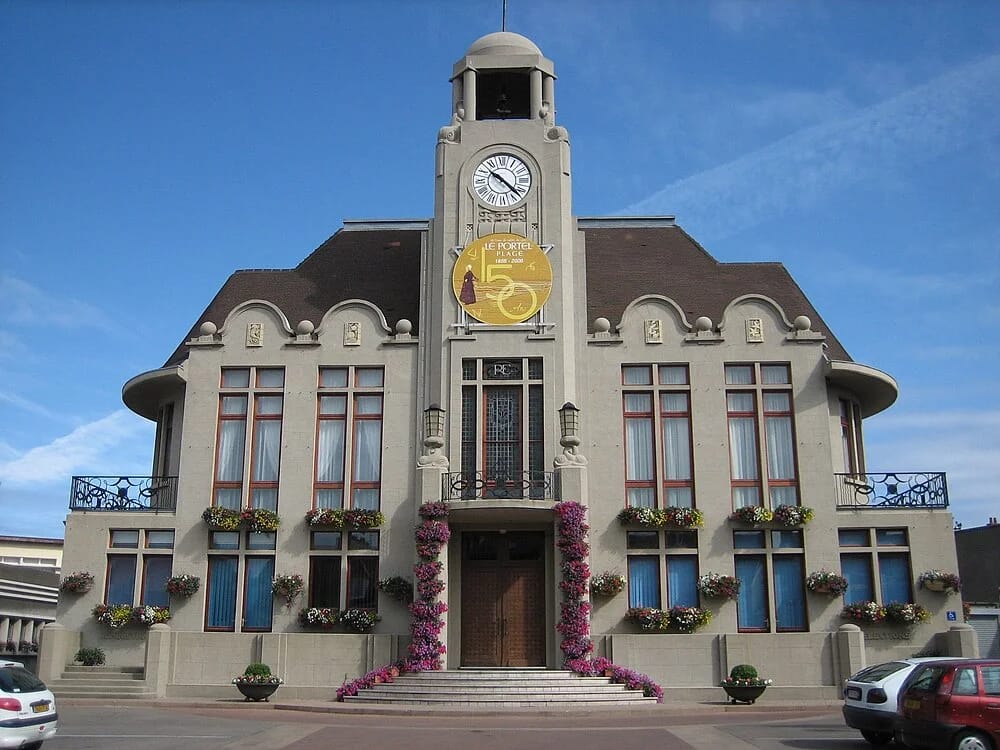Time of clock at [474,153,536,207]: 10:22
